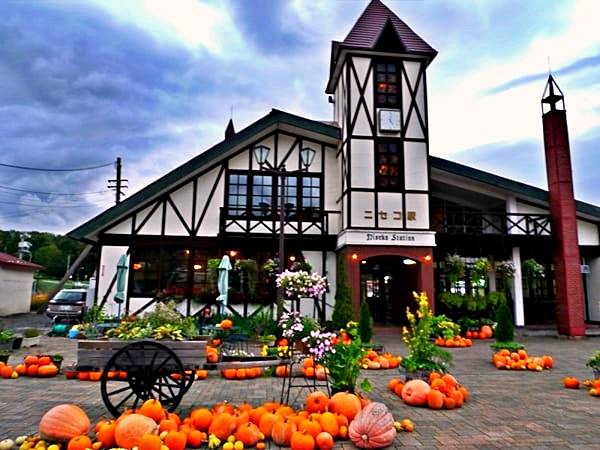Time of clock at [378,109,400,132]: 5:01
